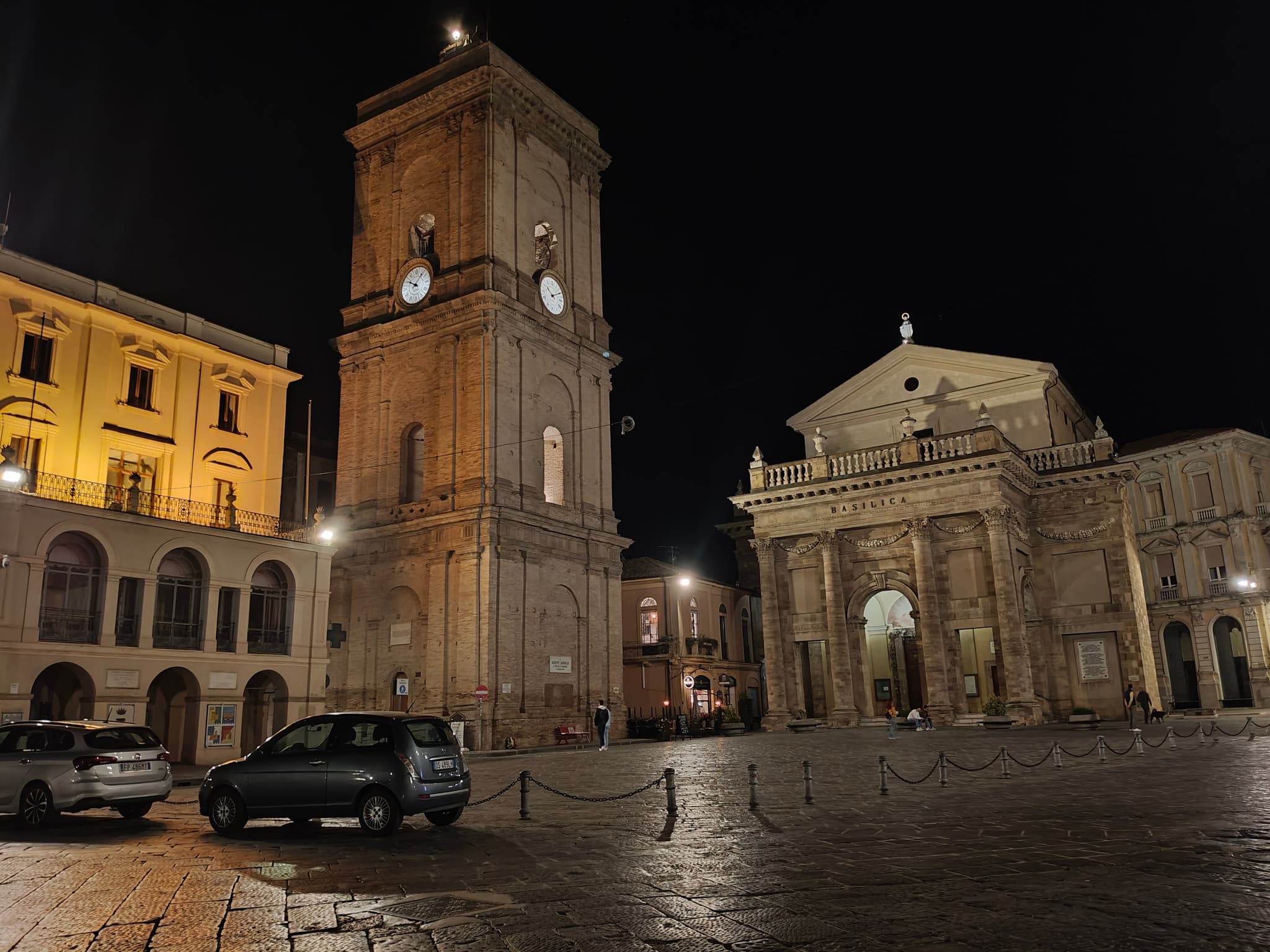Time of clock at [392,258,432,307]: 10:07
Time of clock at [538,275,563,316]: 10:10
